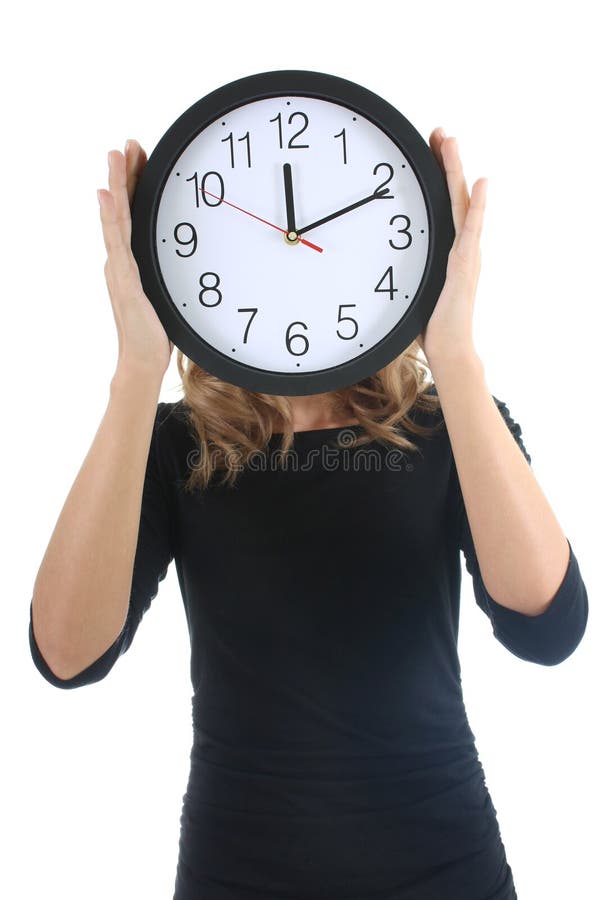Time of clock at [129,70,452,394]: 12:10
